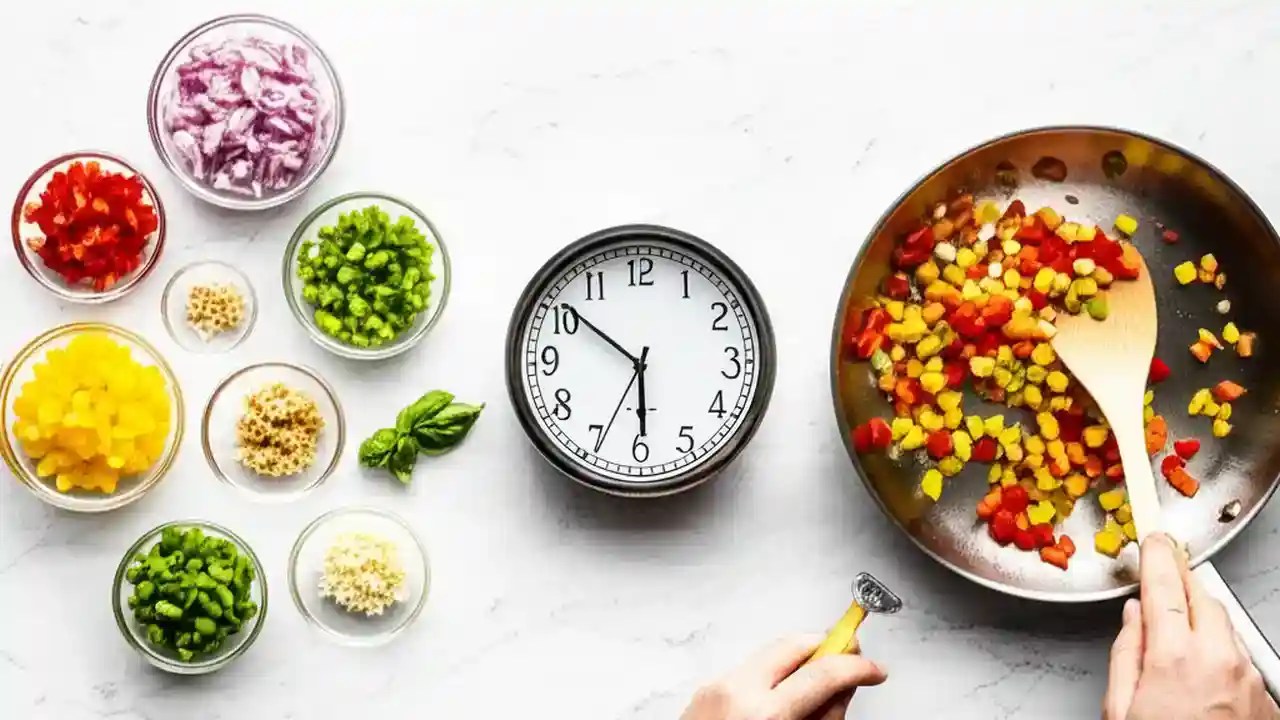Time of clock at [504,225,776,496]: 5:51
